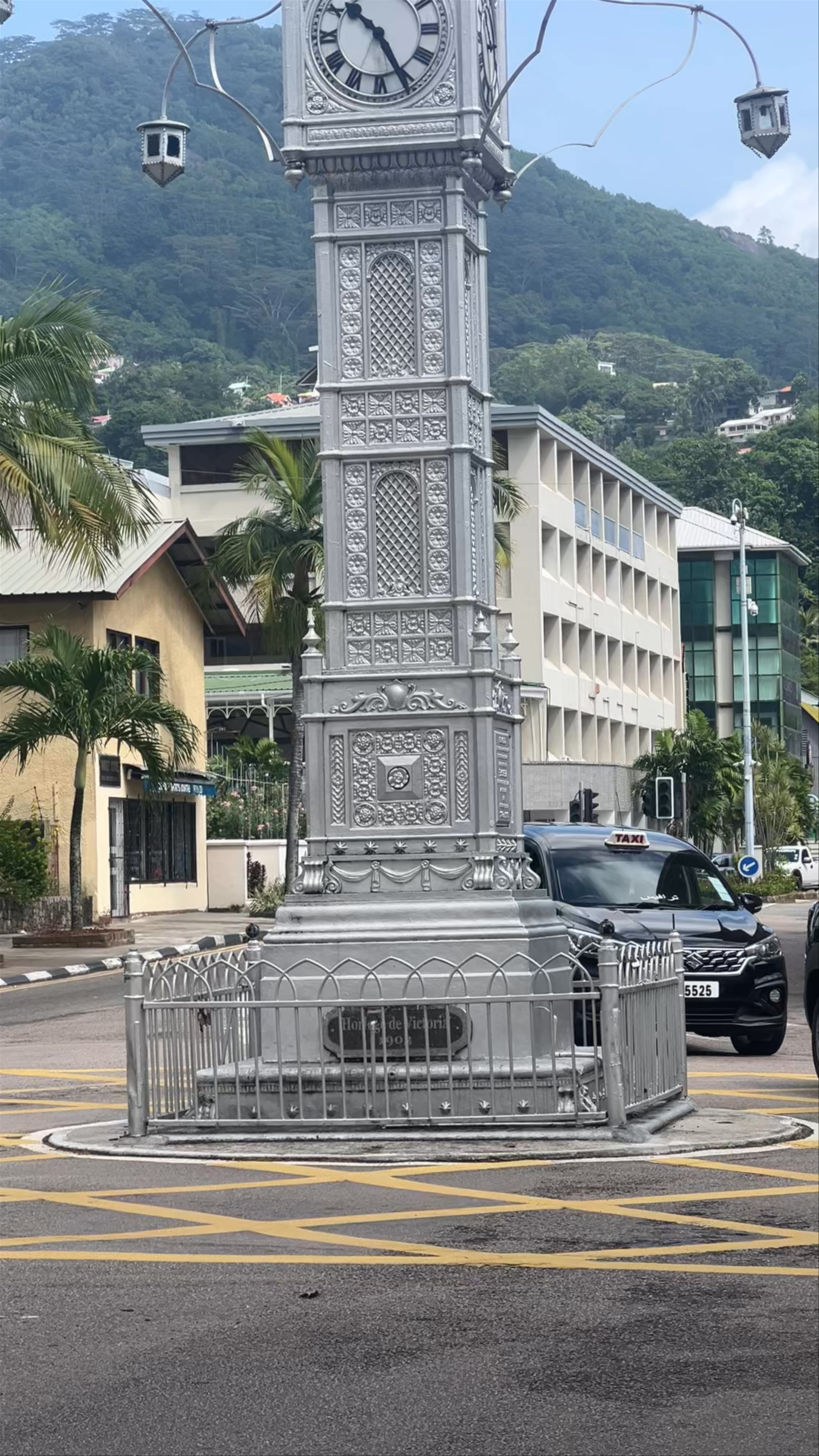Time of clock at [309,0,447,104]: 10:25
